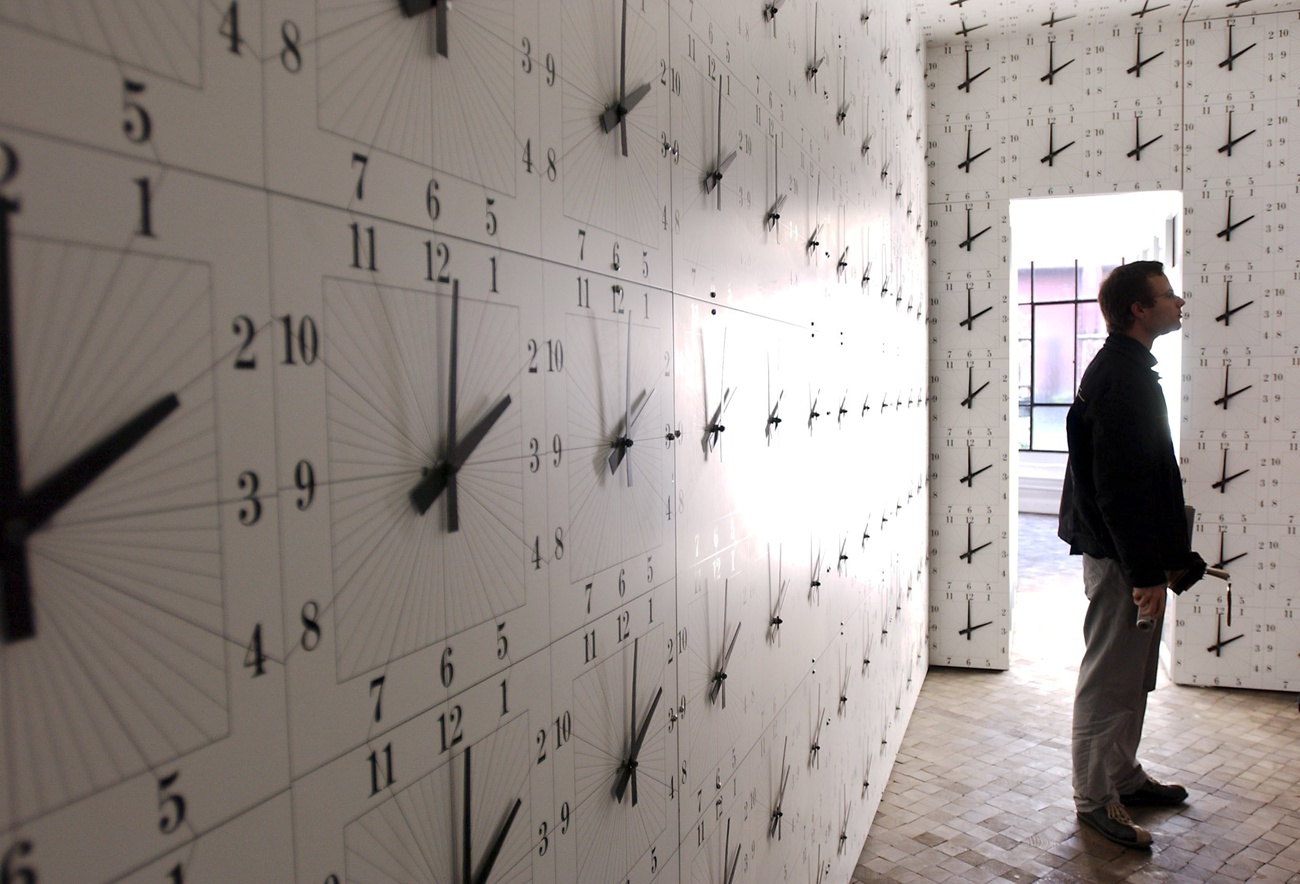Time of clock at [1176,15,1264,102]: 2:00
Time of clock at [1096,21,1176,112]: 2:00
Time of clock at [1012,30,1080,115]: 2:00
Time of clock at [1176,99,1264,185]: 2:00
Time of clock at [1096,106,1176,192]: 1:59
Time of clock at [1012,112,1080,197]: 2:00
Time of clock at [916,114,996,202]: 2:00
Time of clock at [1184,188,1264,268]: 2:00
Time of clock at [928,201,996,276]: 2:00
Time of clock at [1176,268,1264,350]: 2:00
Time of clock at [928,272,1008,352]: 1:59
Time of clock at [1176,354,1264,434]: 2:00
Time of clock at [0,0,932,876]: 2:00
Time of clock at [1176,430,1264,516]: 2:00
